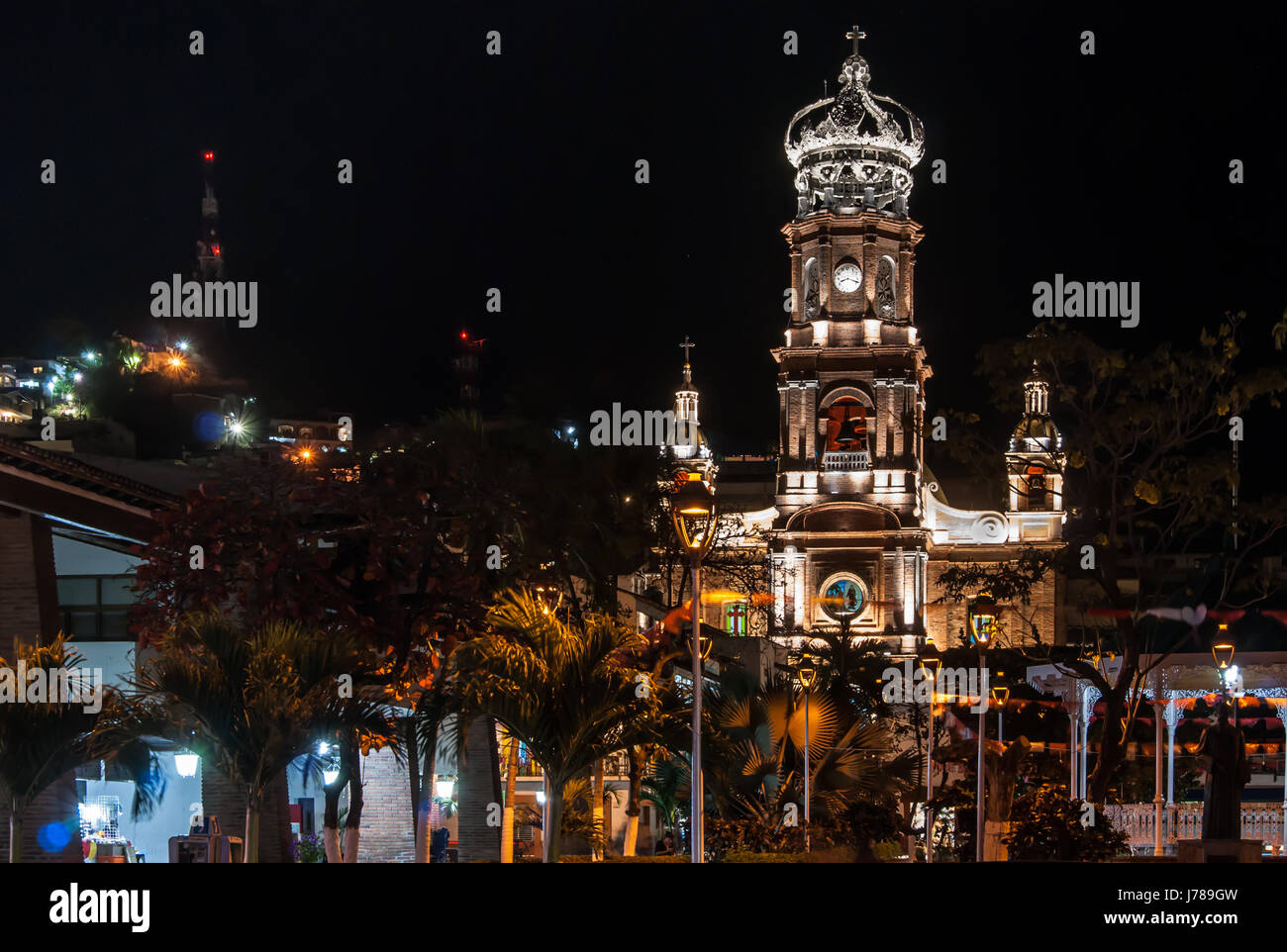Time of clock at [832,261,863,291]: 8:18
